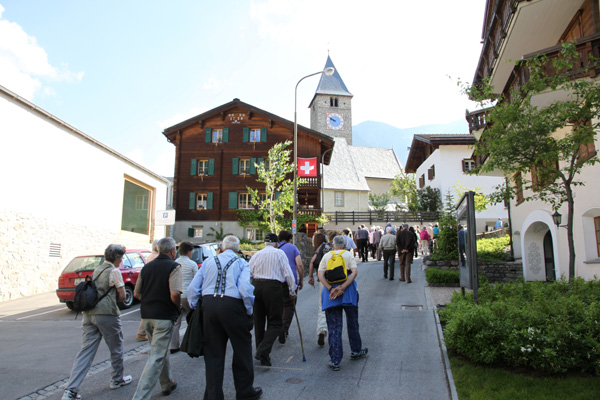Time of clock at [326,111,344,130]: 9:50
